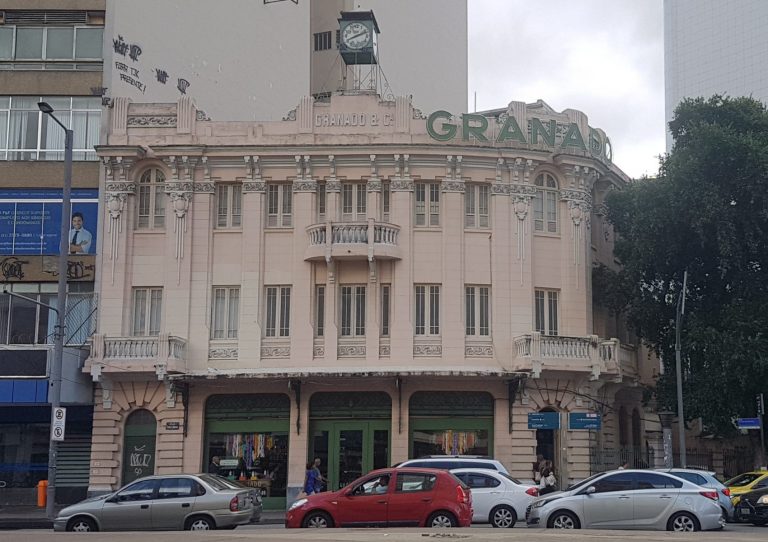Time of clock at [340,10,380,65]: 8:11
